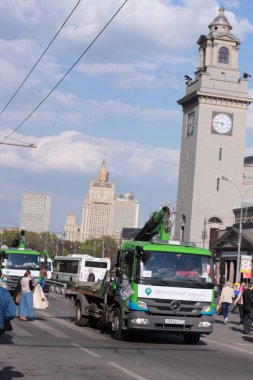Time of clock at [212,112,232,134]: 5:46
